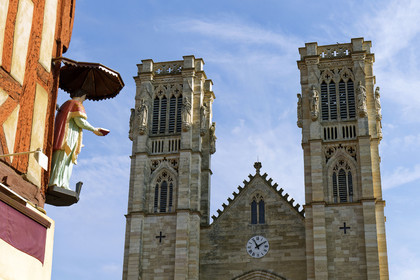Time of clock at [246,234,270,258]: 11:09
